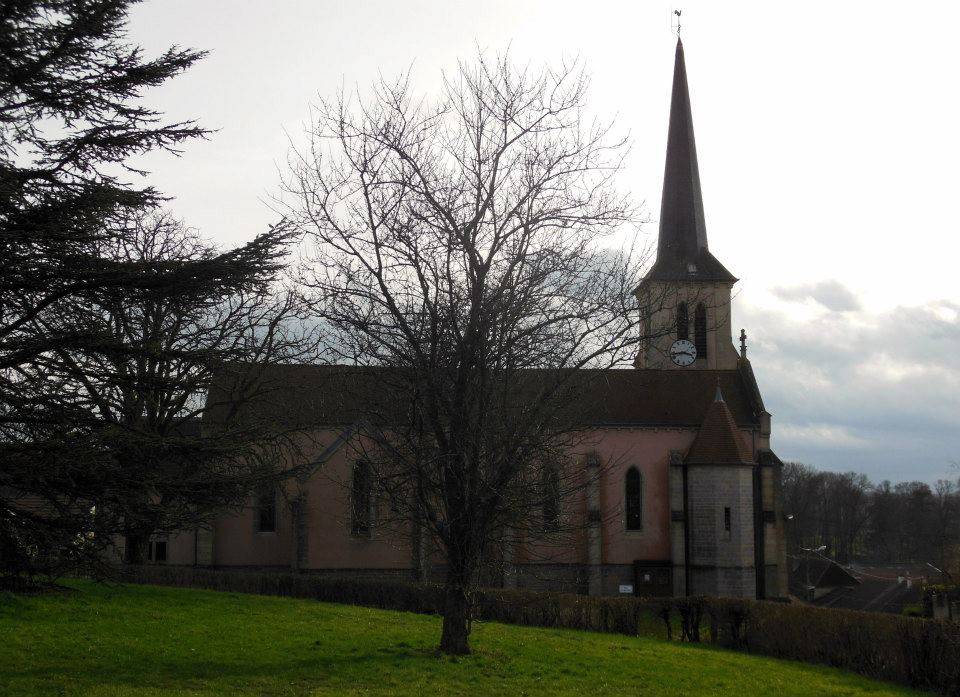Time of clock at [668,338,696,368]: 3:43
